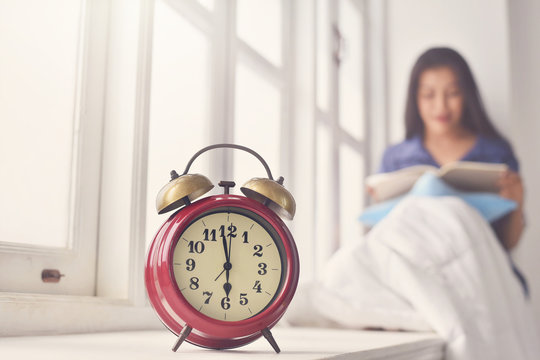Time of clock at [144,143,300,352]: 5:58
